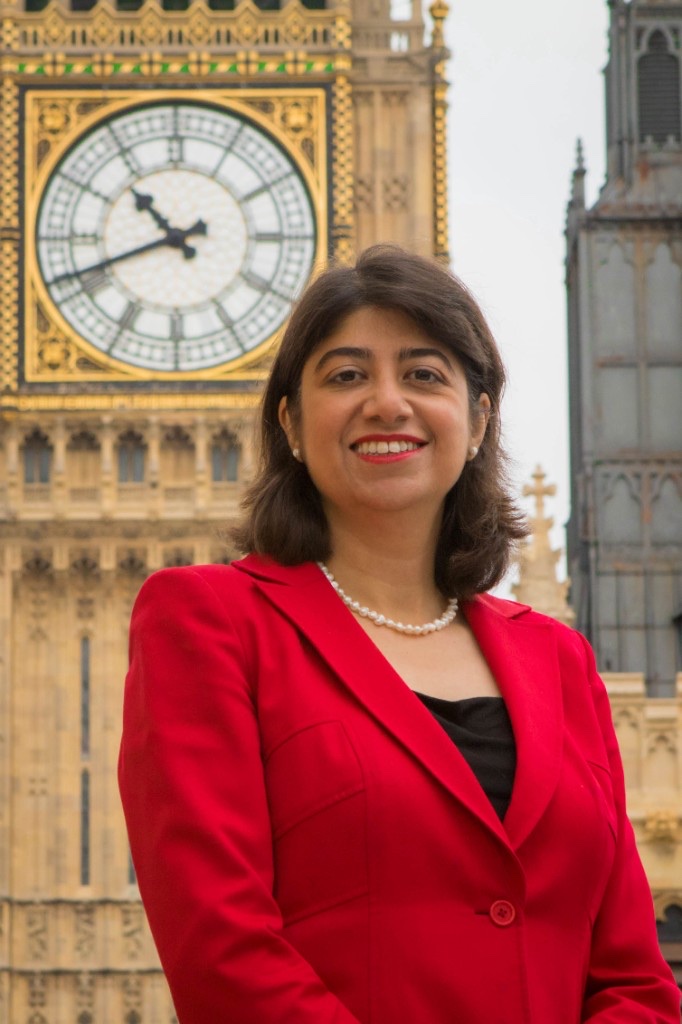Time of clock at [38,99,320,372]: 10:41
